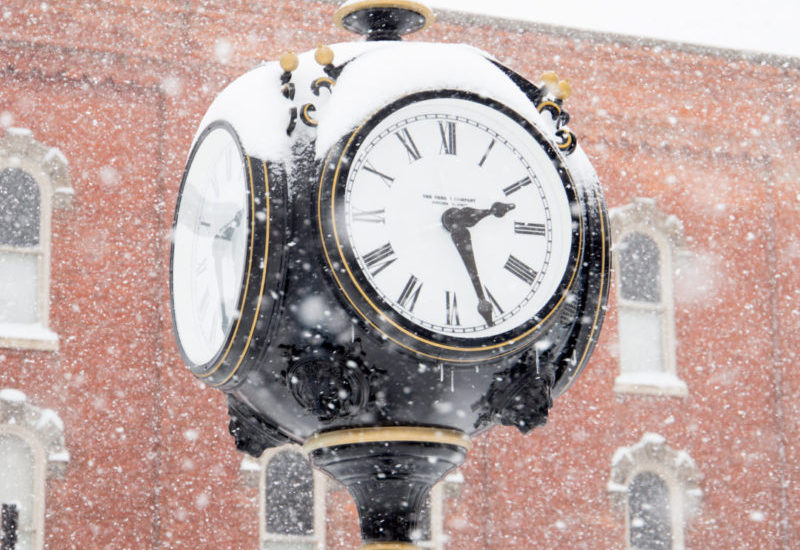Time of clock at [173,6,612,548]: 2:25
